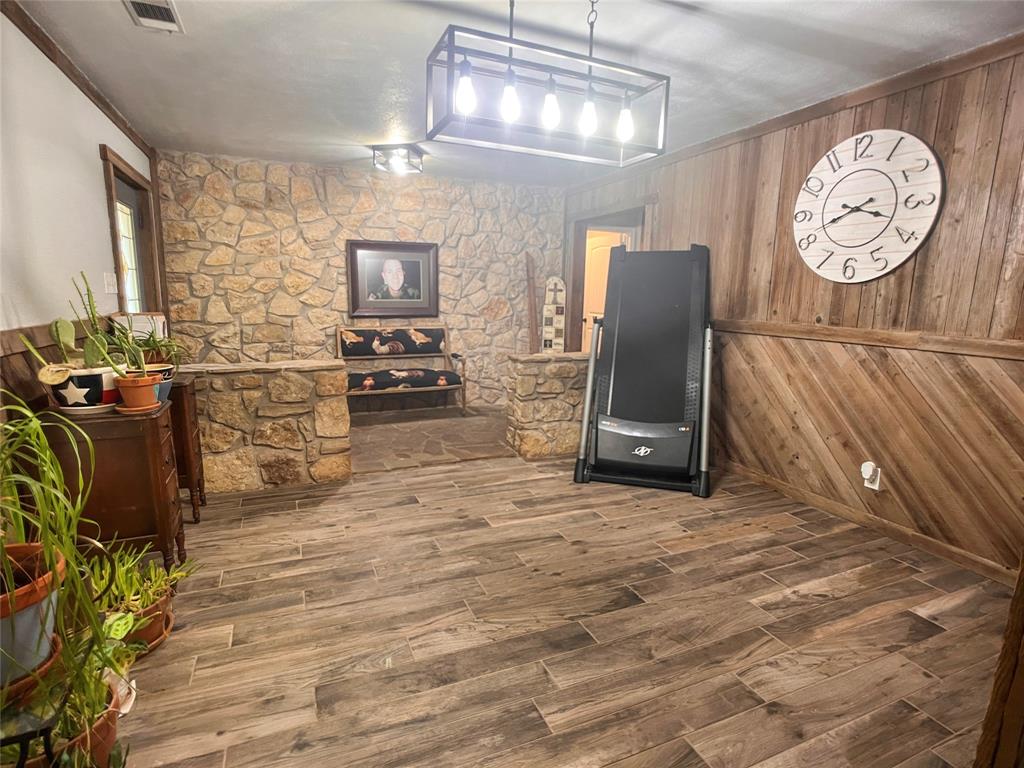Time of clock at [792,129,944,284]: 3:41
